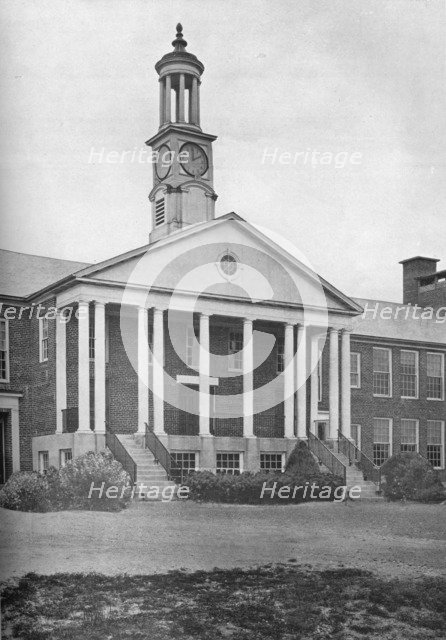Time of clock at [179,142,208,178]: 2:00
